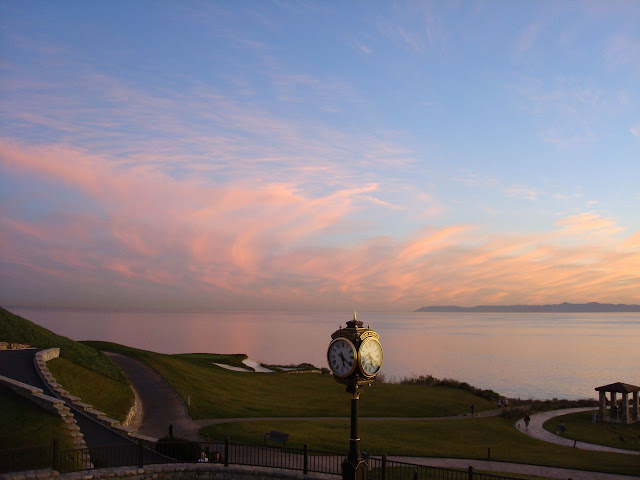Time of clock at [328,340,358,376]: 5:20
